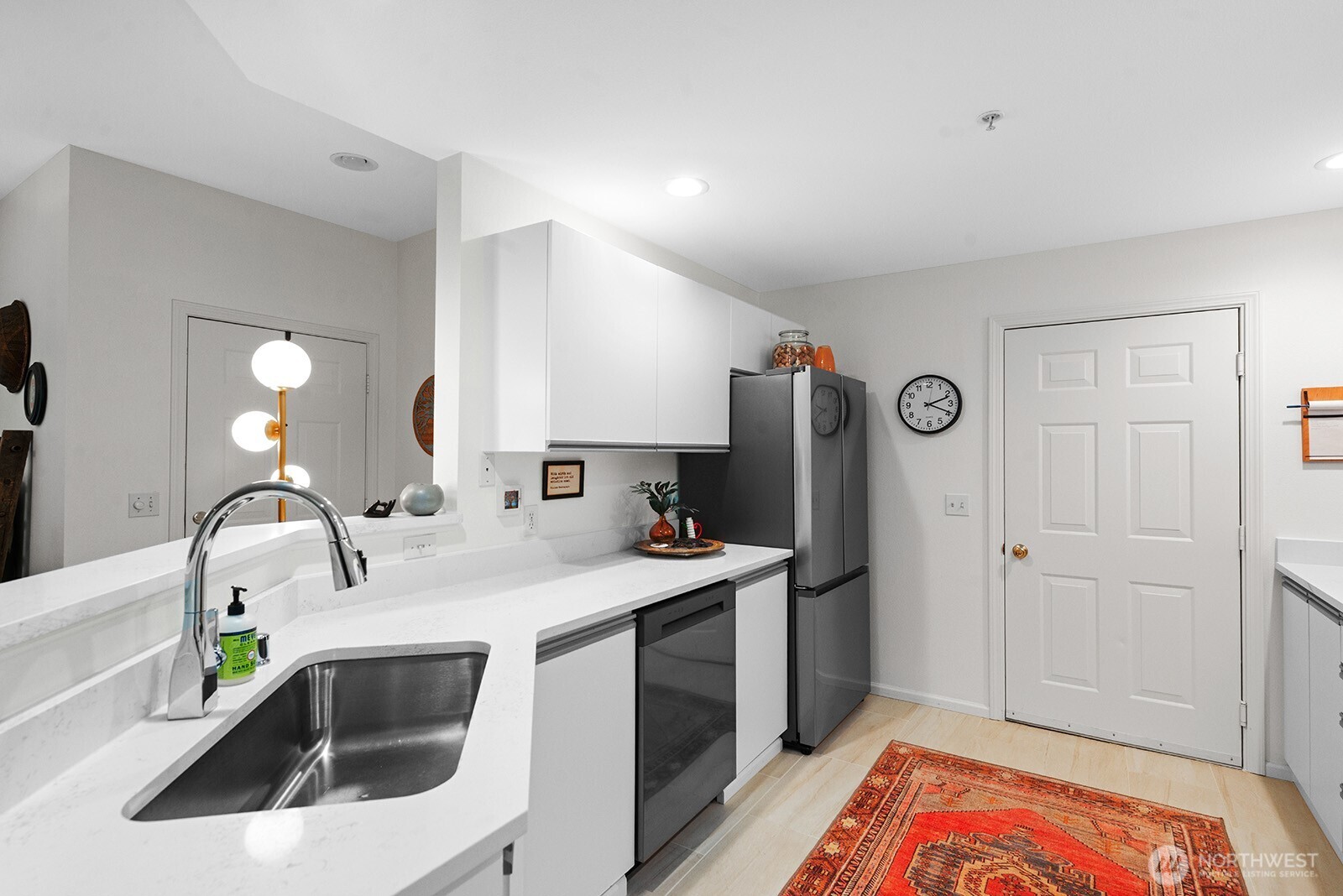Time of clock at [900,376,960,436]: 2:19
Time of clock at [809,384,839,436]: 9:40
